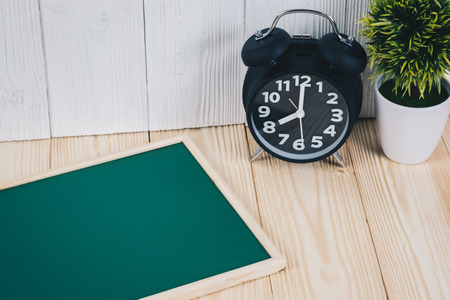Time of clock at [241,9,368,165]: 8:00
